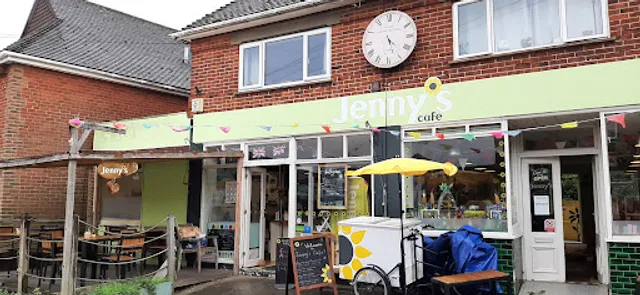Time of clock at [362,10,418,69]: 4:27
